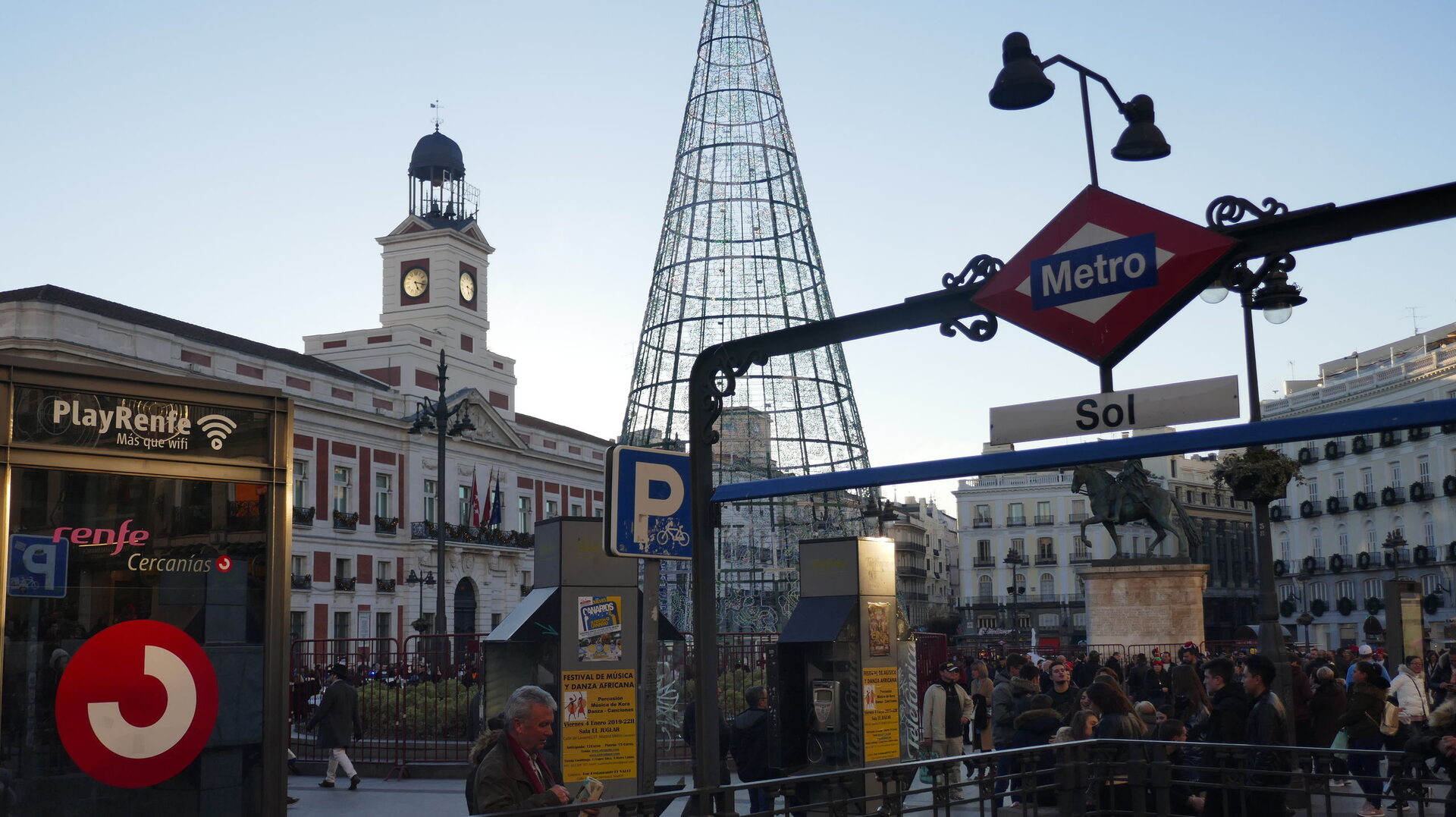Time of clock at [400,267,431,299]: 5:17
